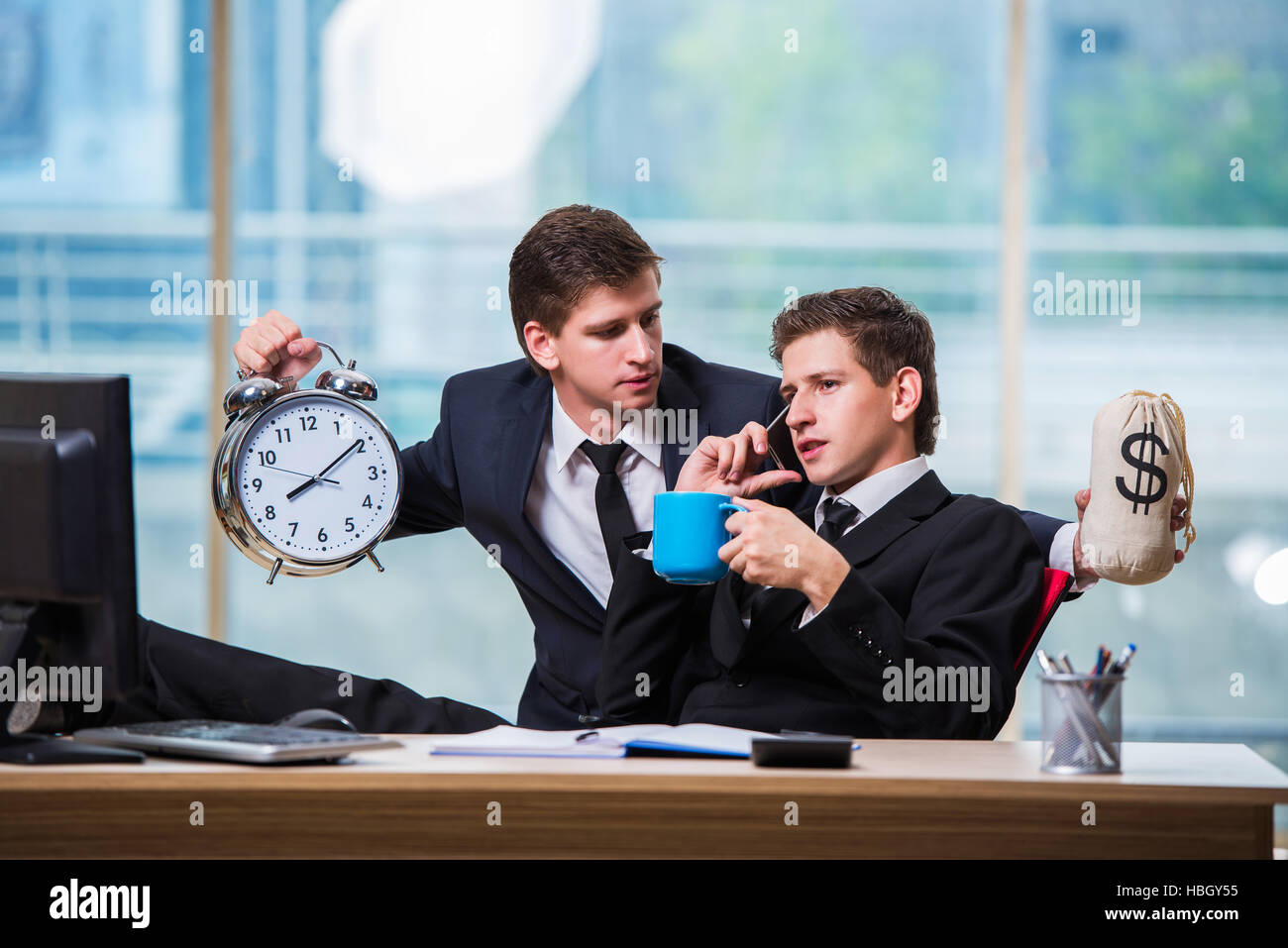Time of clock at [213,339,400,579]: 8:09
